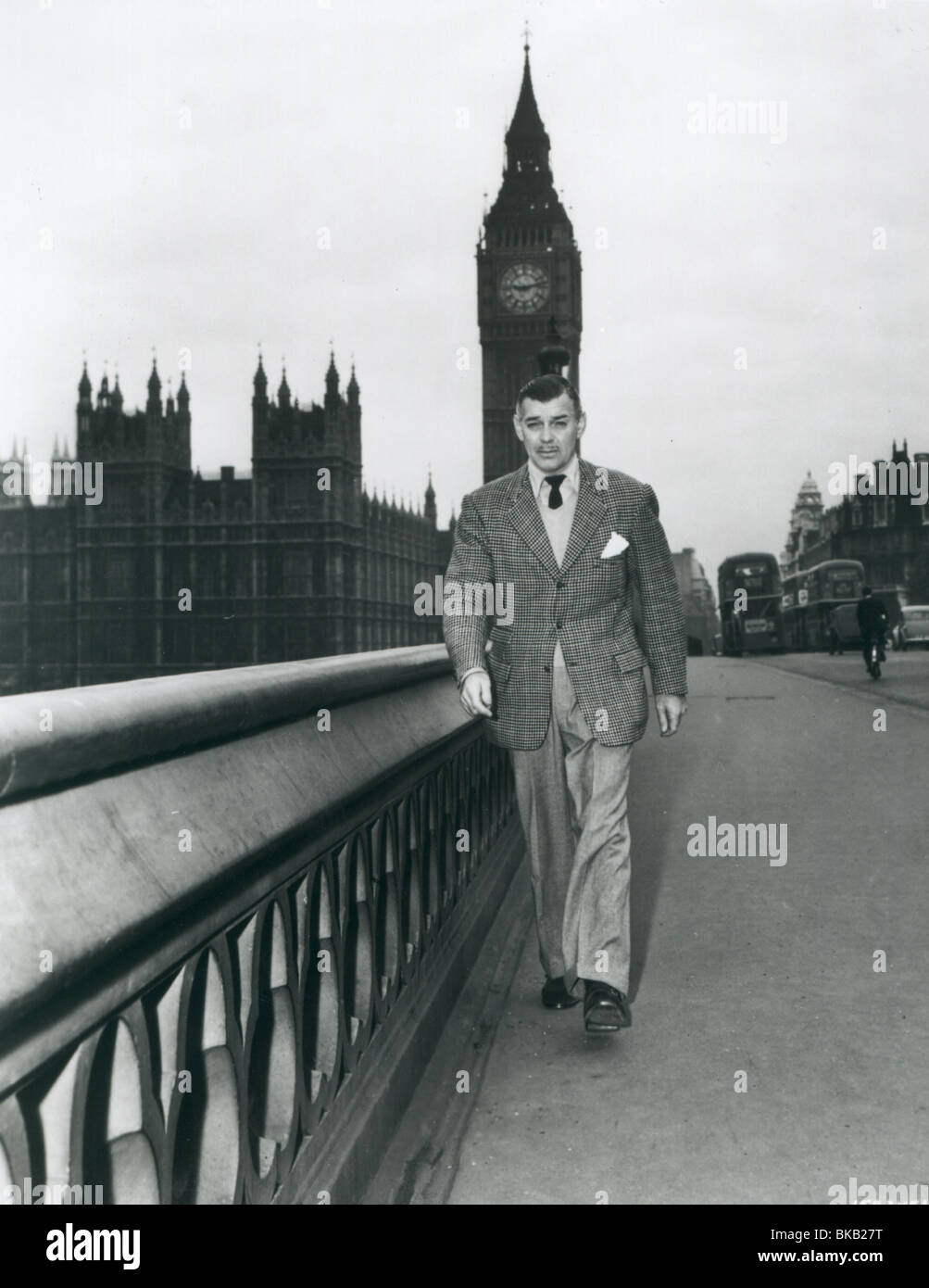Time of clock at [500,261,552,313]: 9:12
